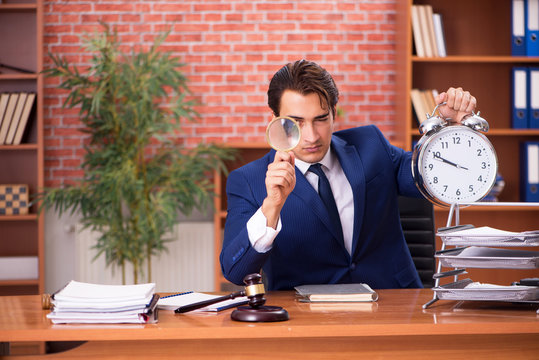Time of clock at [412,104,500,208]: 9:49
